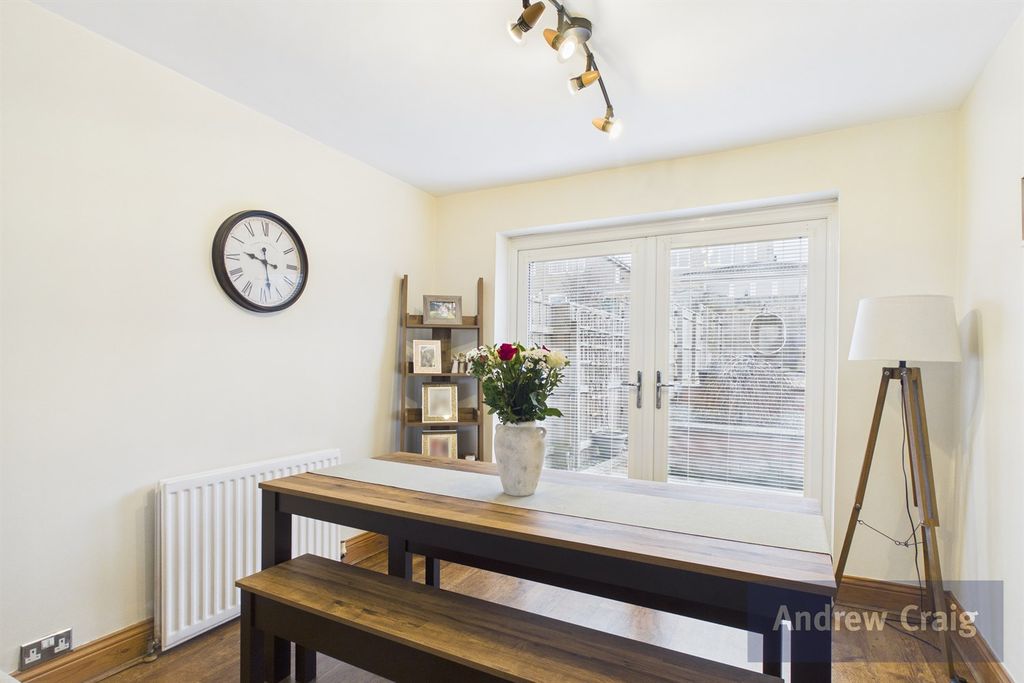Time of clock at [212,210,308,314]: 9:28
